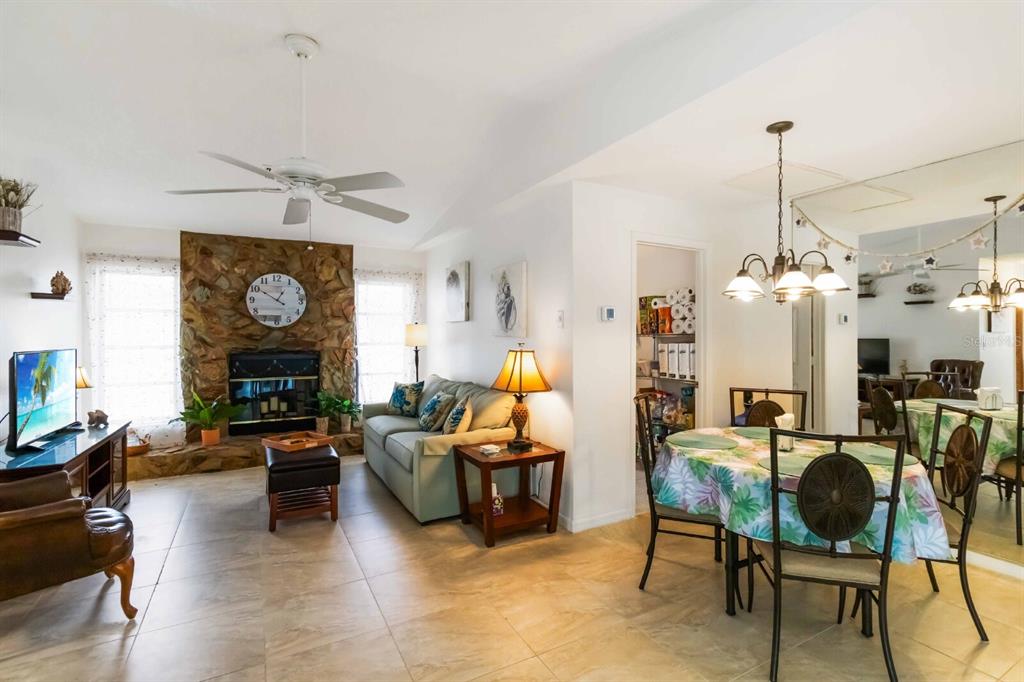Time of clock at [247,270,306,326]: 12:50
